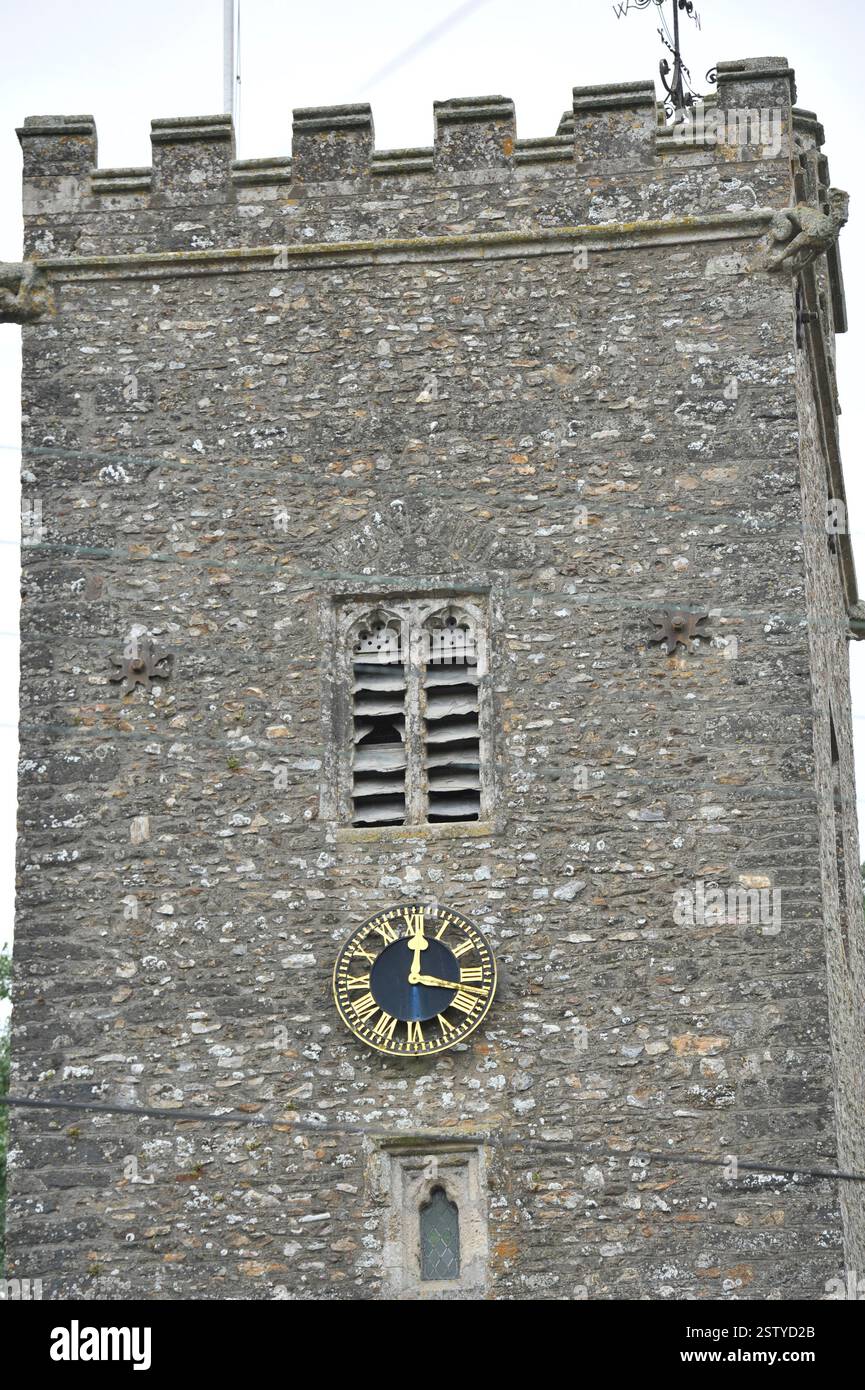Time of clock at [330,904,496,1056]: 12:17
